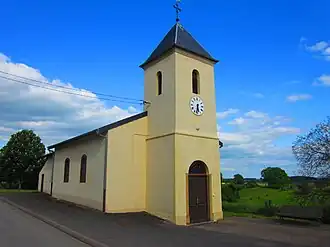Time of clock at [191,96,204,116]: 5:31
